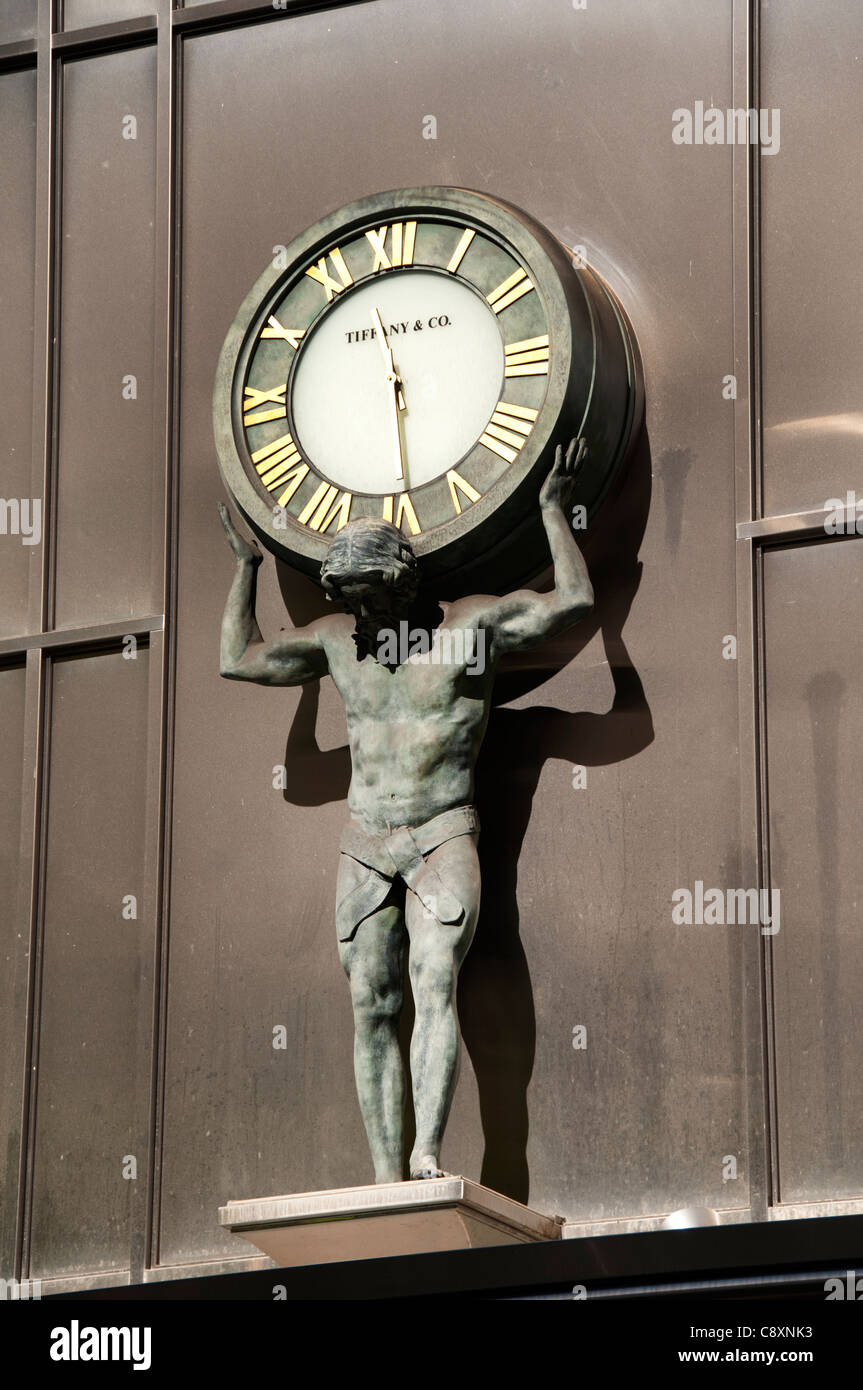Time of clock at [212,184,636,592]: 11:29
